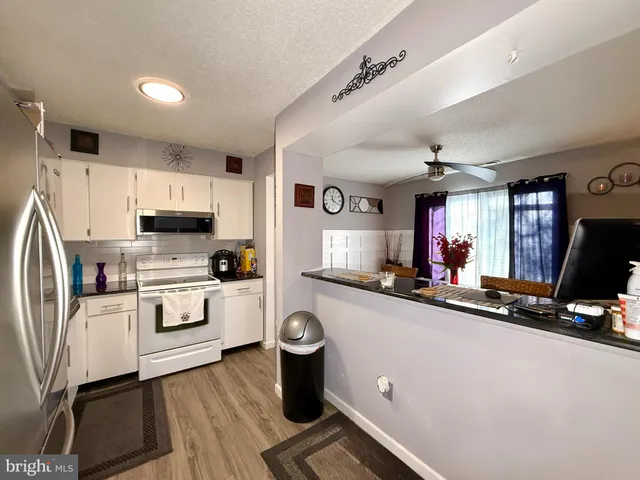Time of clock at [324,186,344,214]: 11:19
